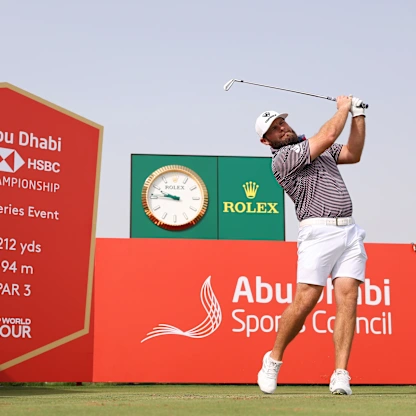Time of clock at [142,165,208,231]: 9:45
